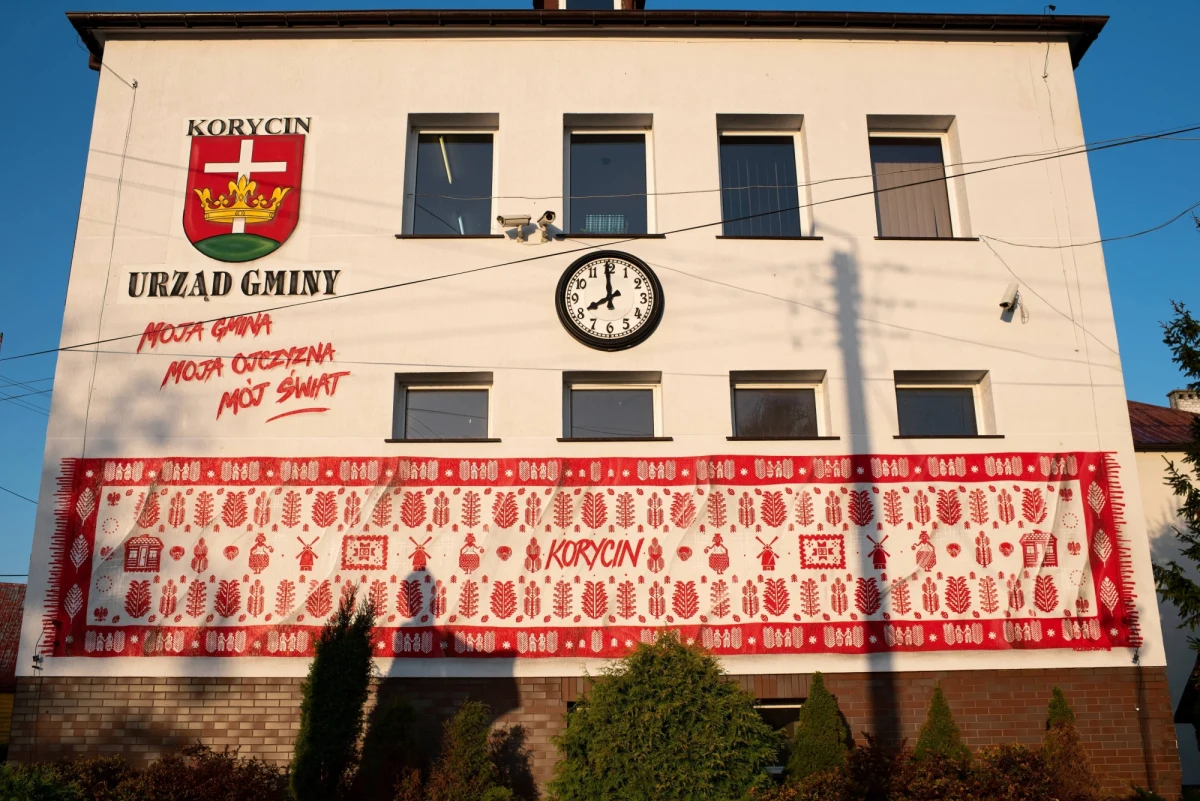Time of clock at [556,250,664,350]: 7:59
